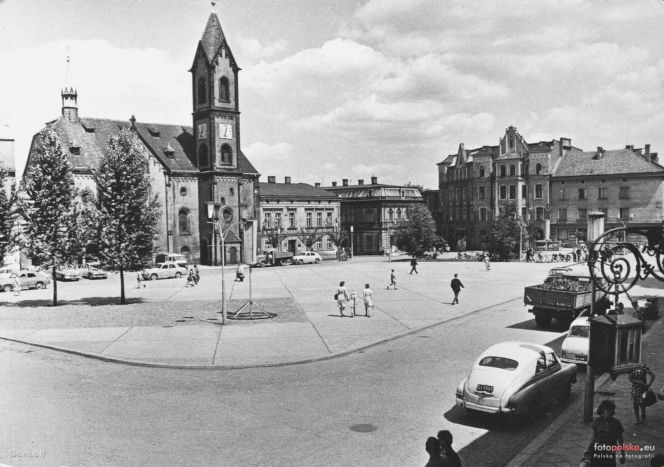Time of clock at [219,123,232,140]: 6:32
